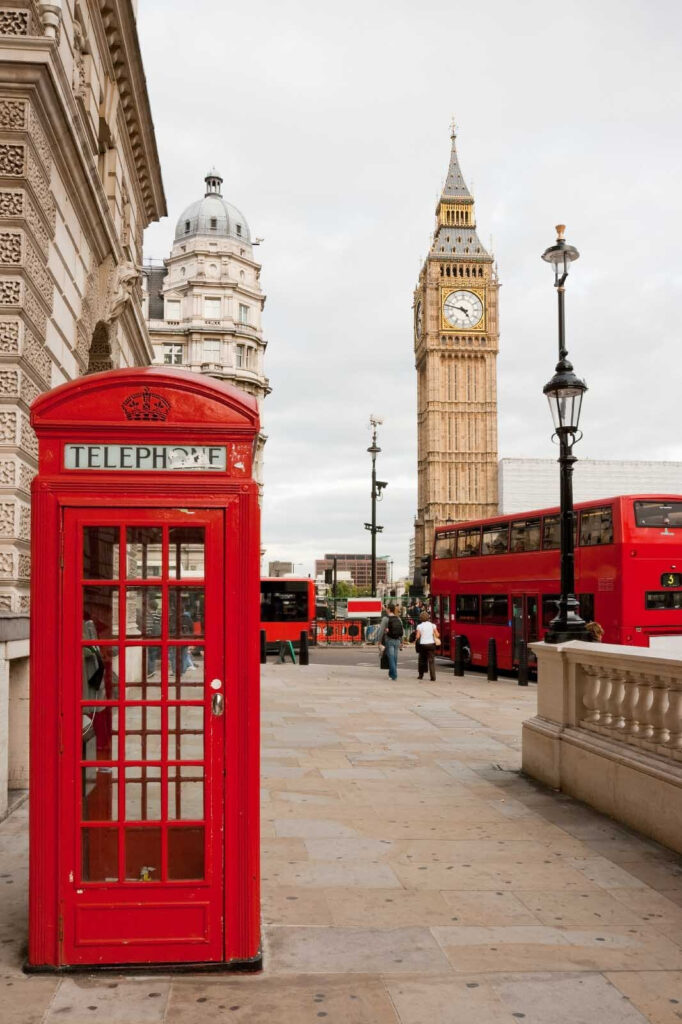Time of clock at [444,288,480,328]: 4:47
